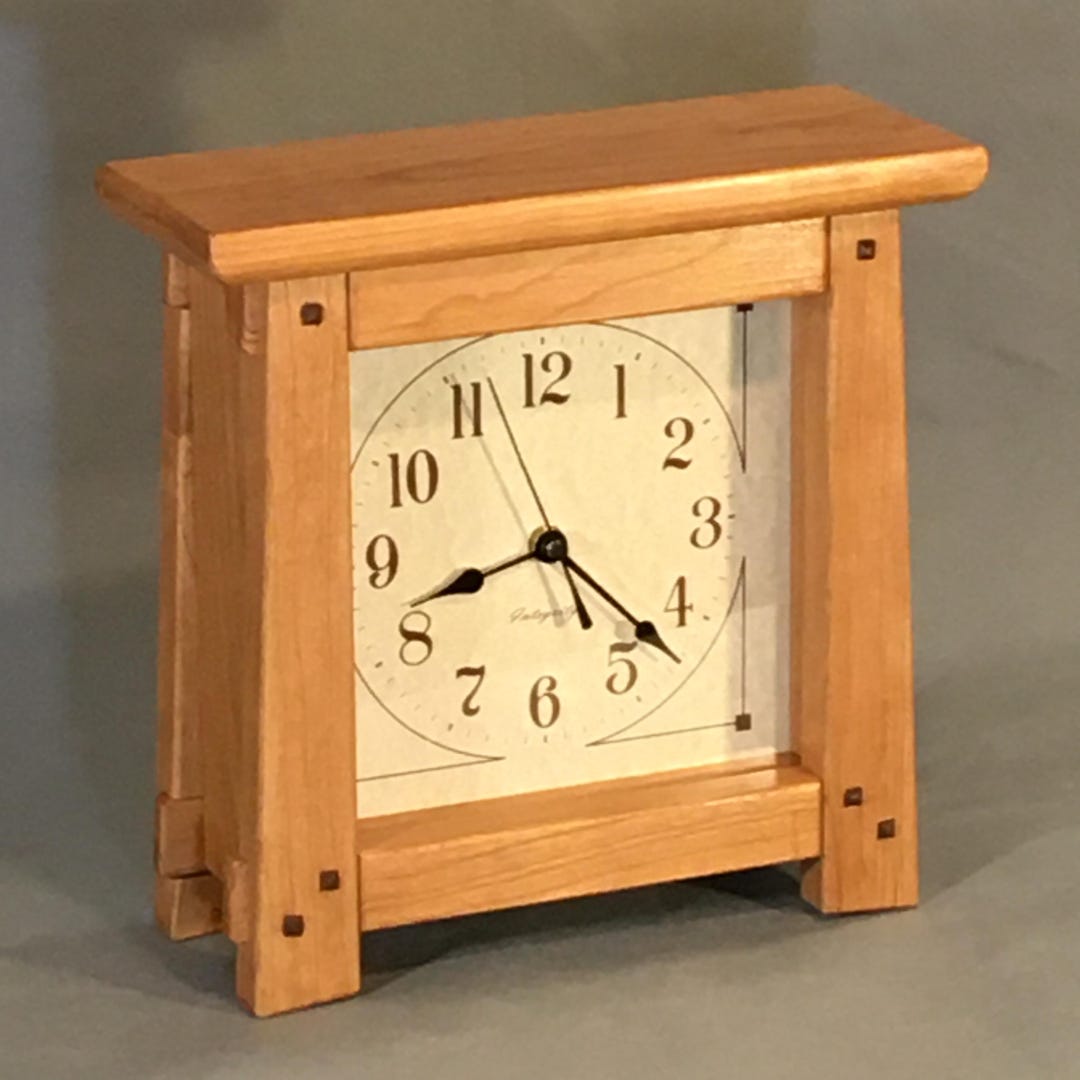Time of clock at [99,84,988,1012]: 8:21
